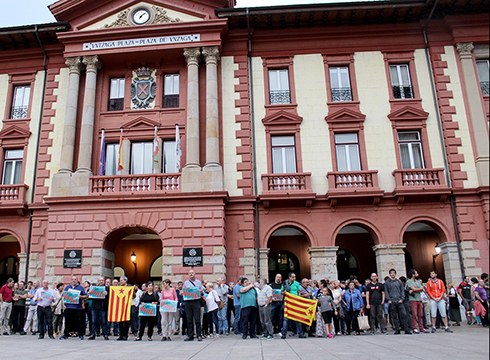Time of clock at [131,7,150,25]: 7:08
